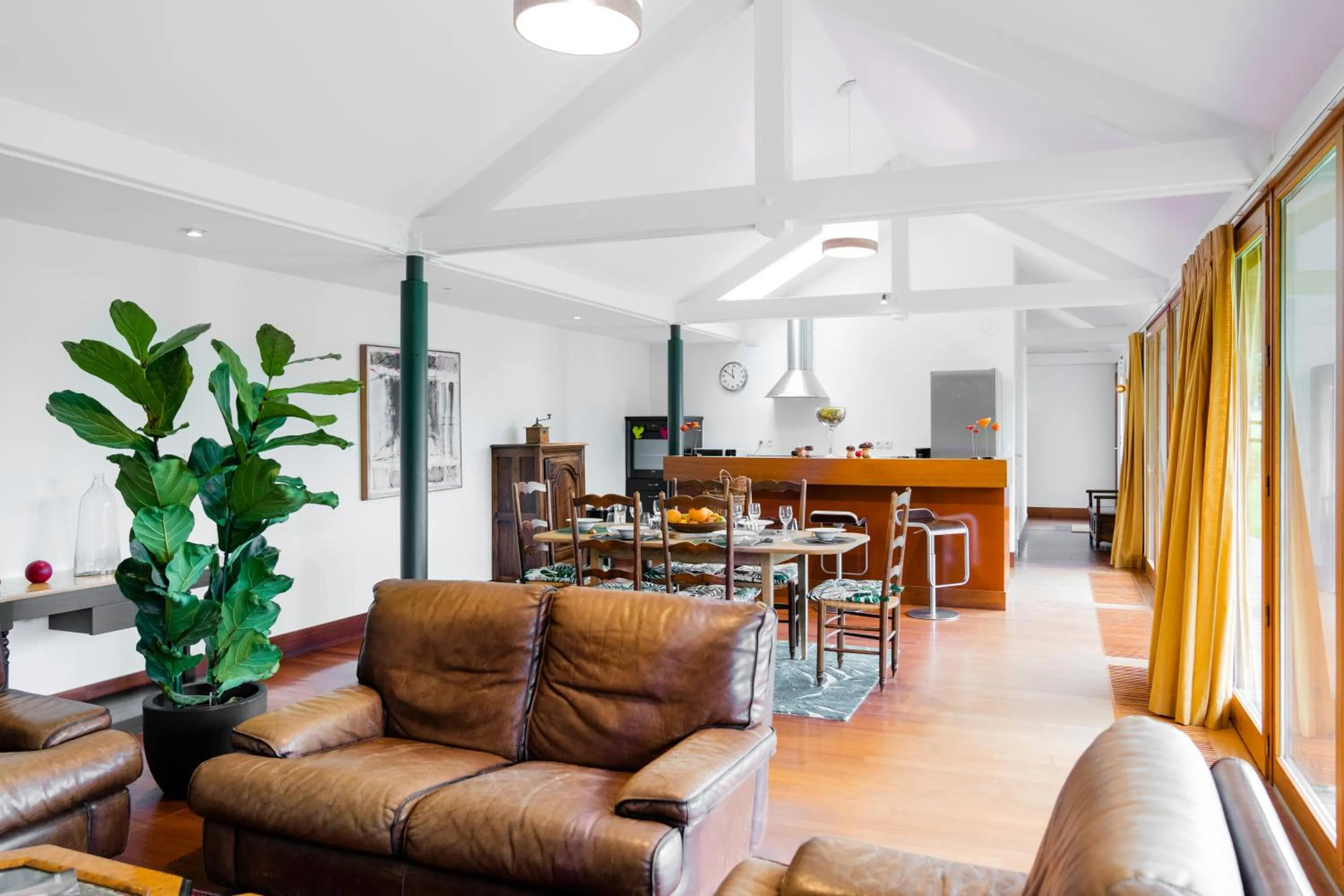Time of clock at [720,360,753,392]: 11:50
